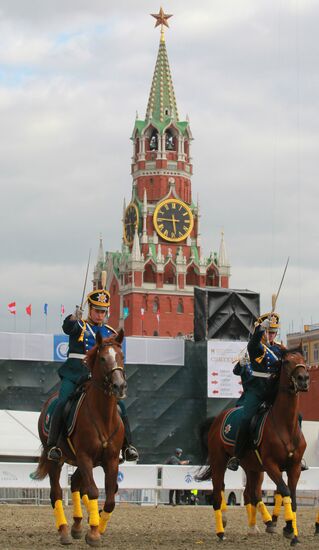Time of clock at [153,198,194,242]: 5:45
